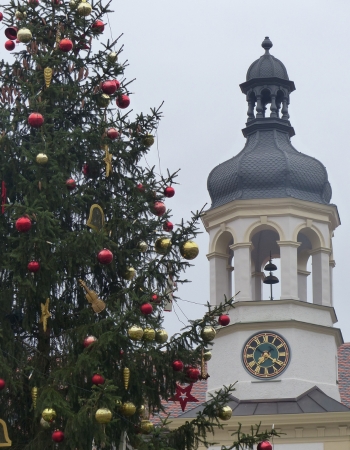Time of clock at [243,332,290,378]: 7:20
